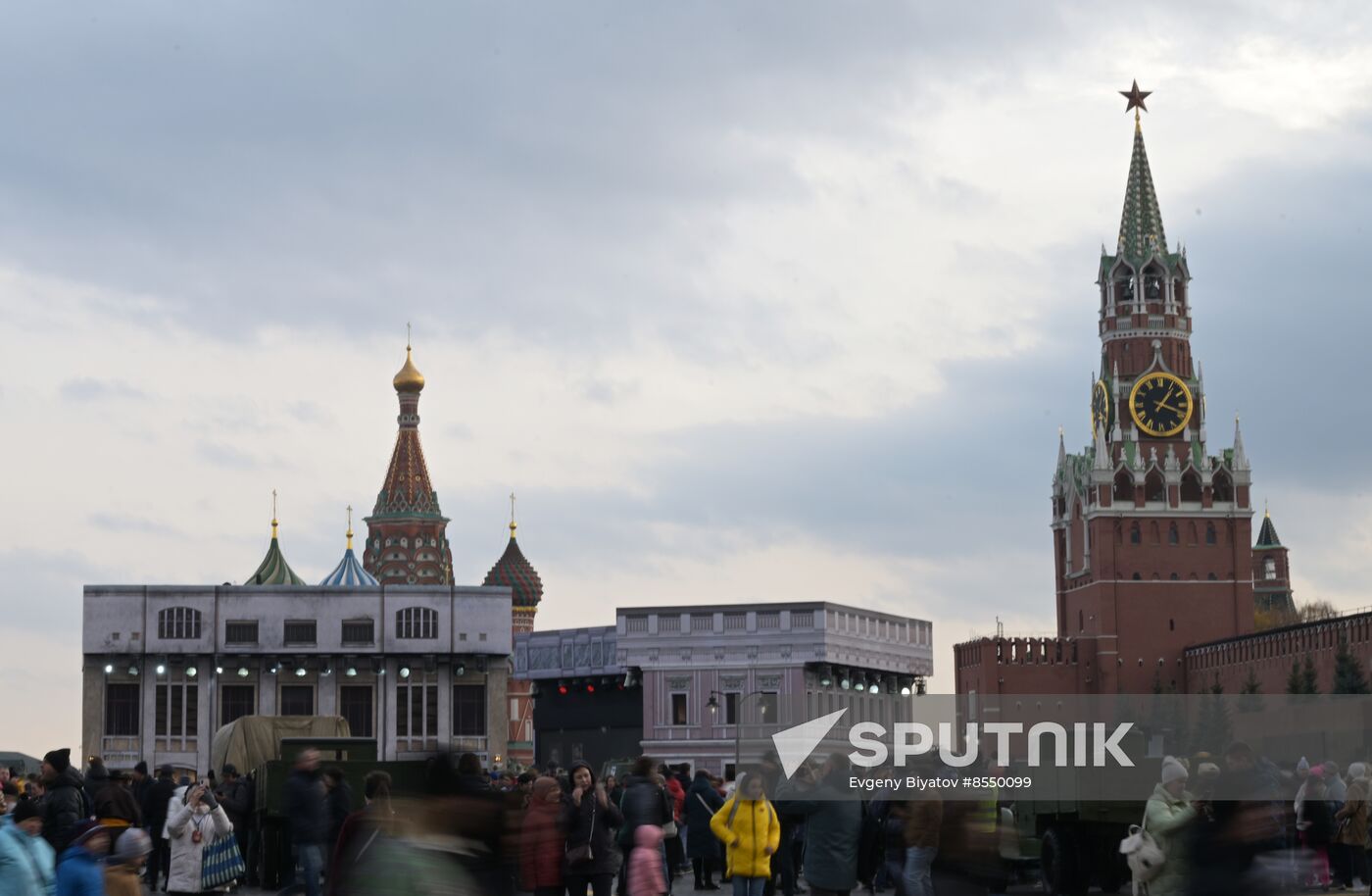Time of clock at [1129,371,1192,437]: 1:18
